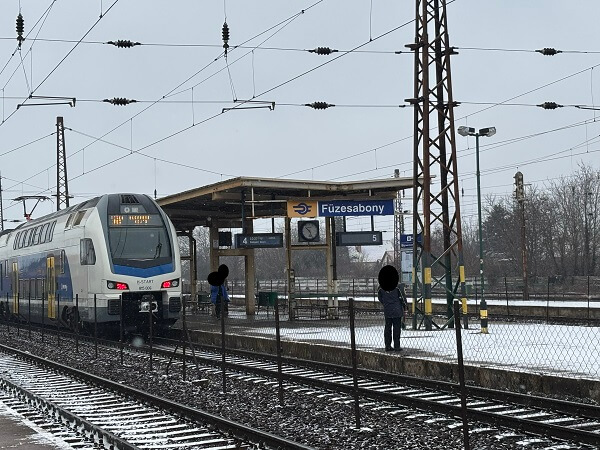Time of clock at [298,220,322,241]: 10:26
